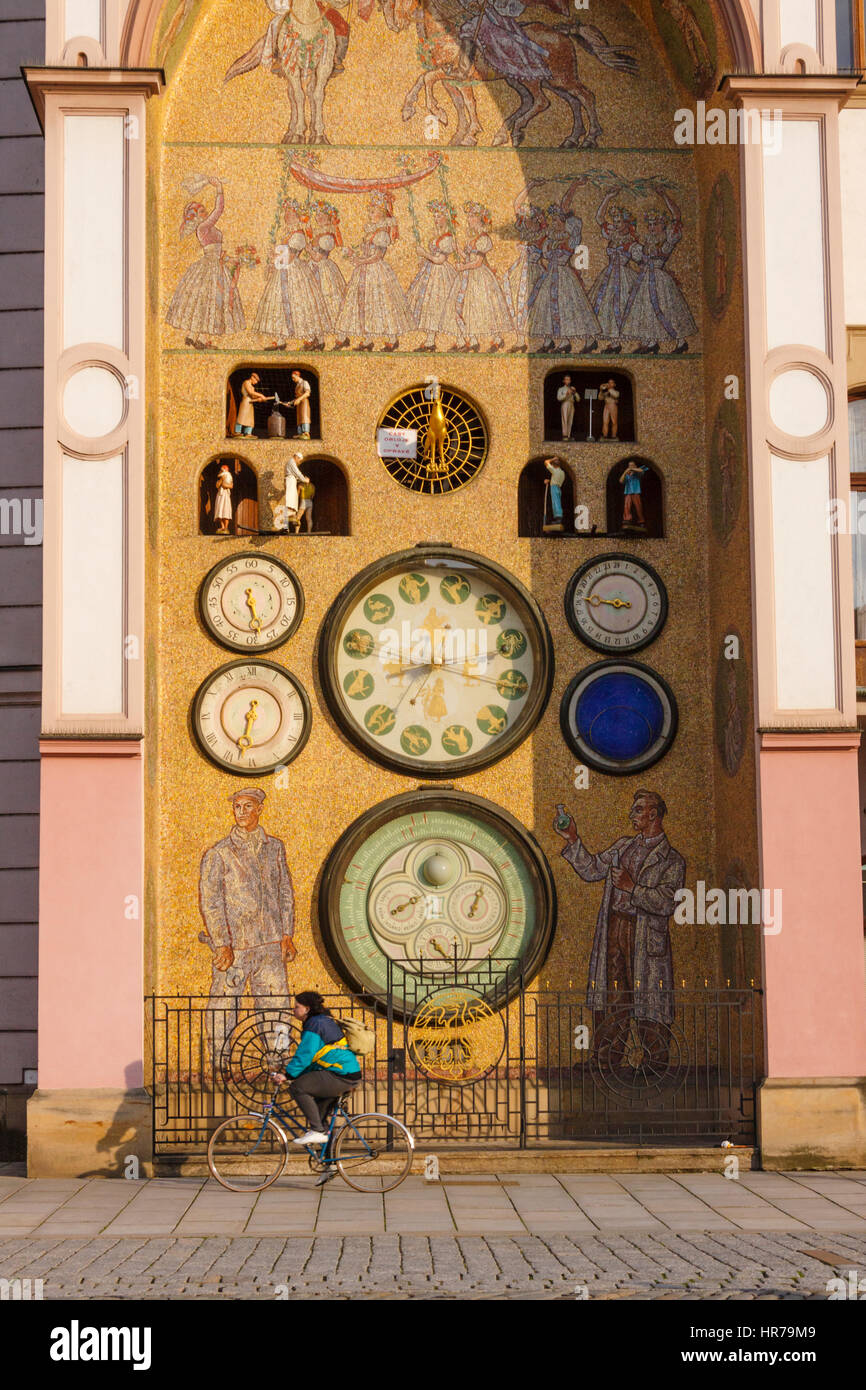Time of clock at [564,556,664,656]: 8:46
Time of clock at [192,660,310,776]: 6:32
